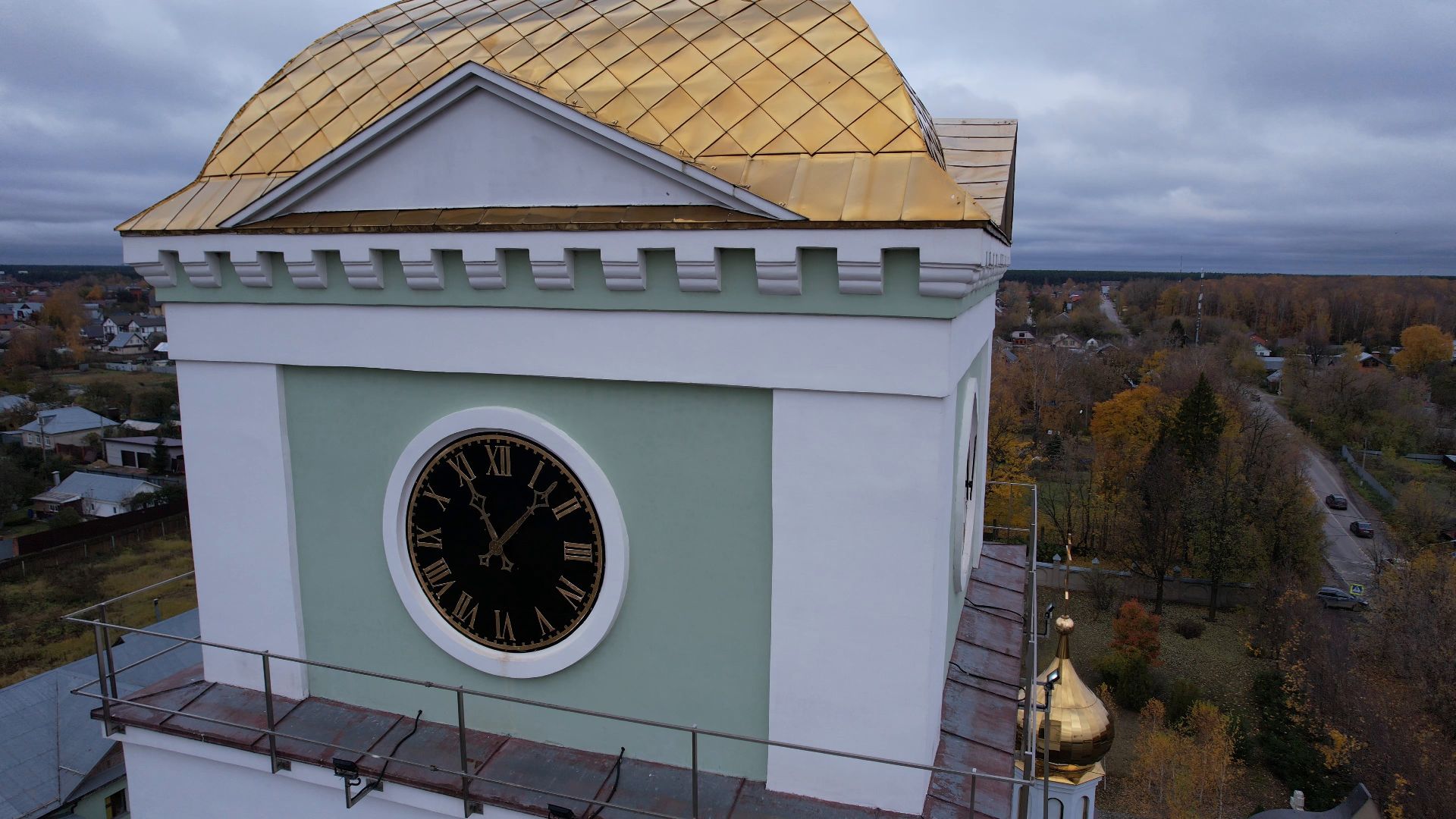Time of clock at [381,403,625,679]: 11:07
